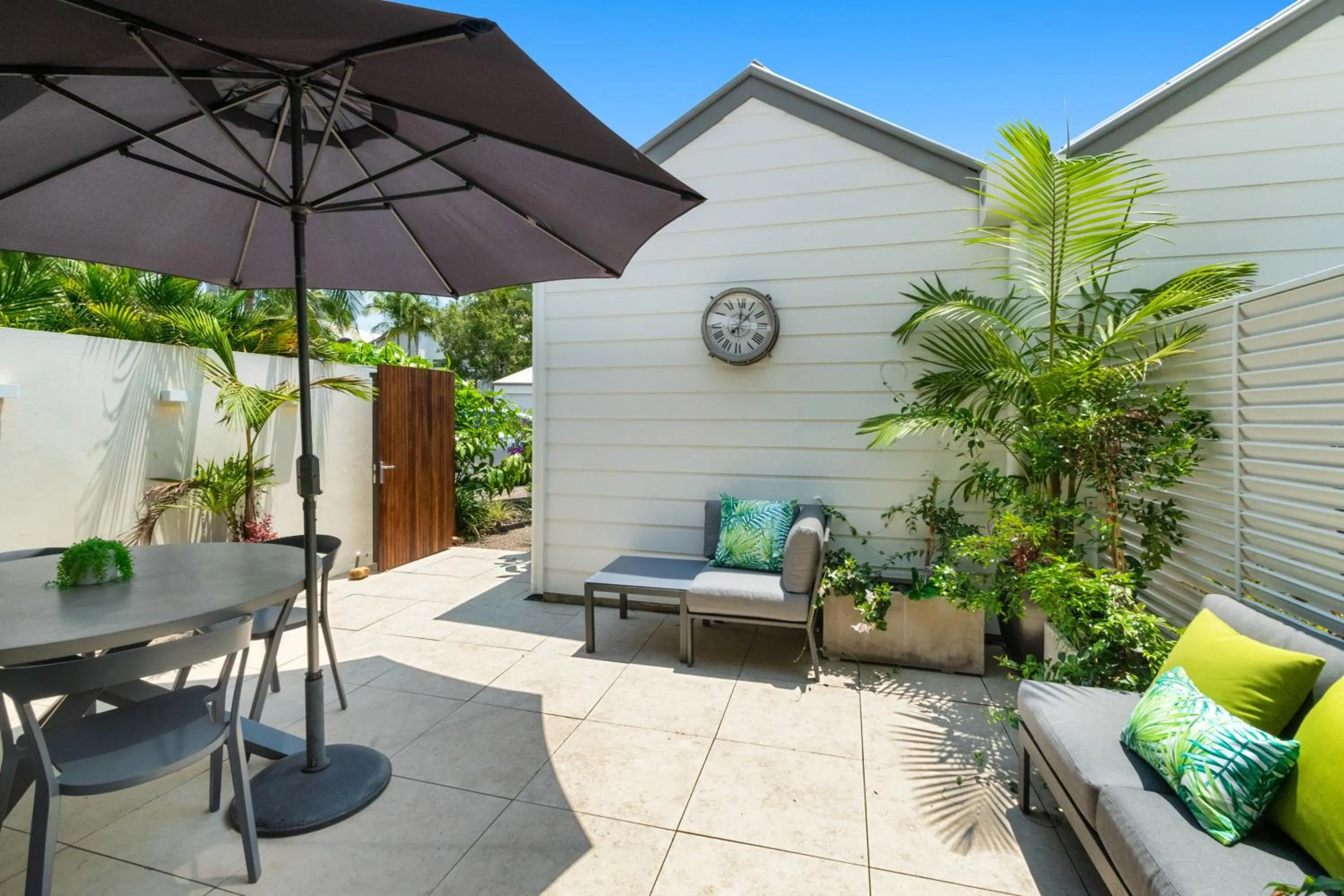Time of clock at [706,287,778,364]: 12:07
